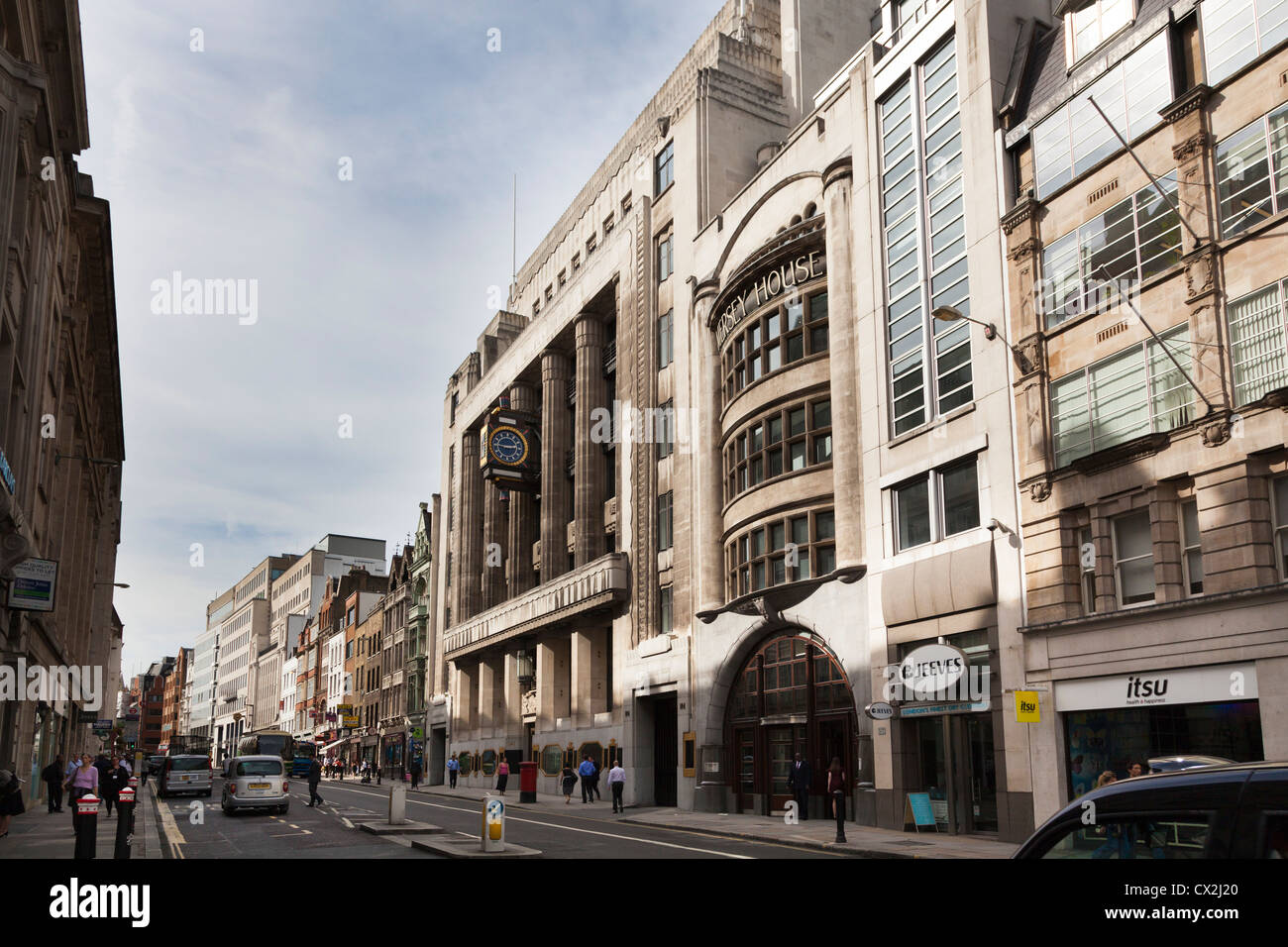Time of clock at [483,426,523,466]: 2:45
